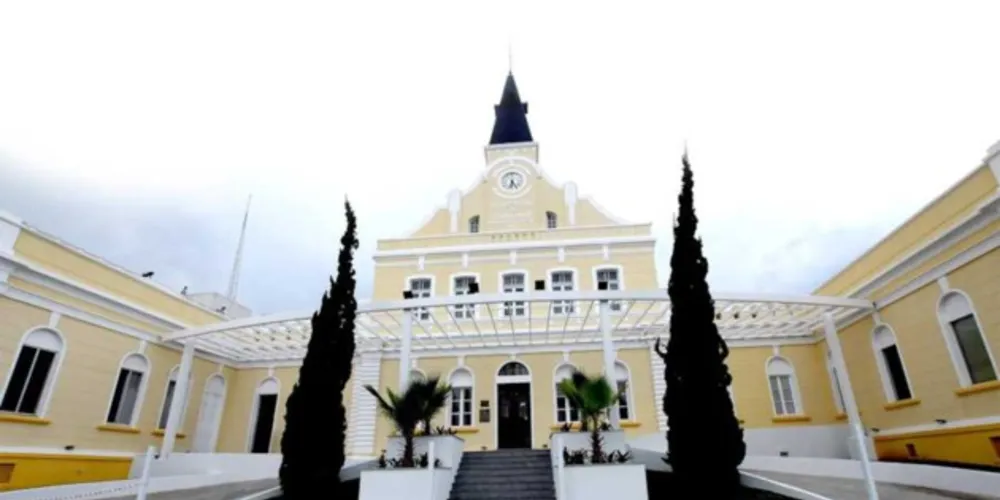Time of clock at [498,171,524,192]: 6:23
